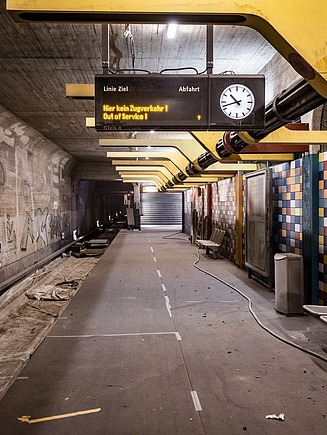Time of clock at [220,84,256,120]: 10:42
